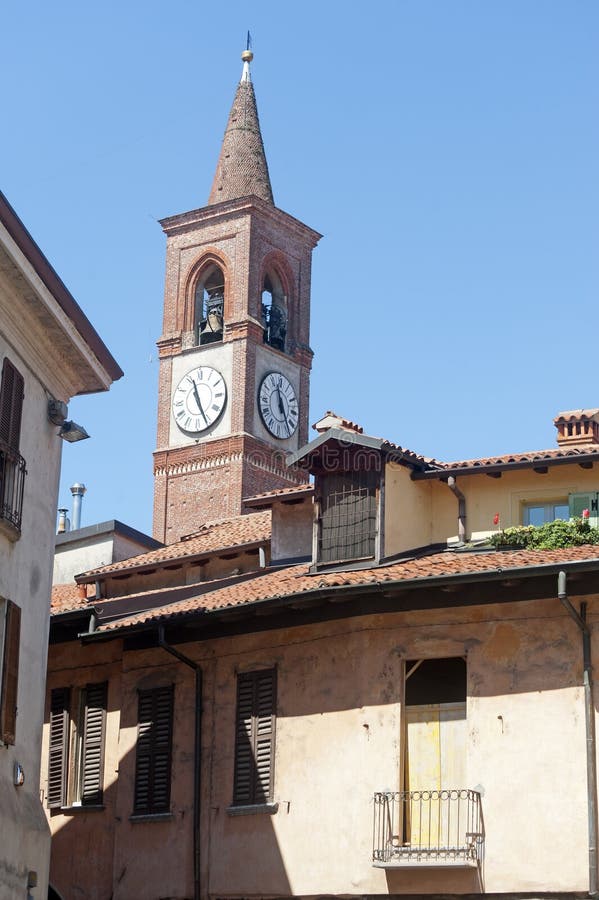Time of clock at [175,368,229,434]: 11:25
